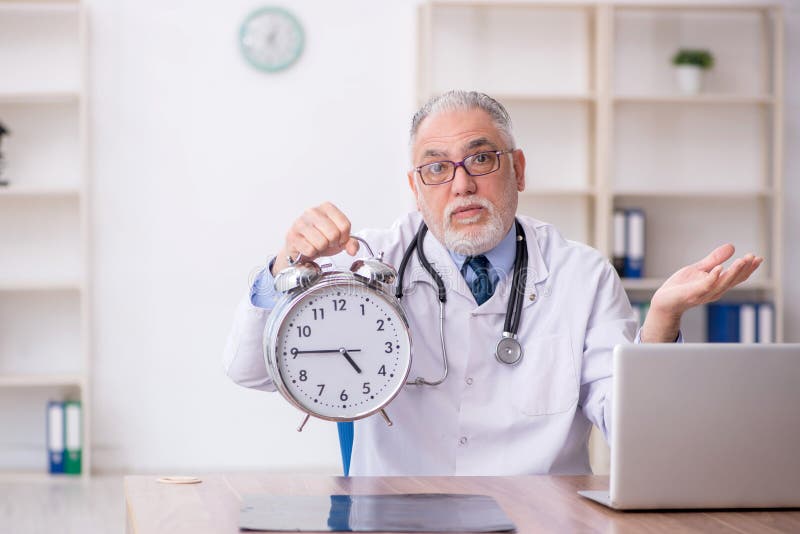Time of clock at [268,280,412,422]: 4:45
